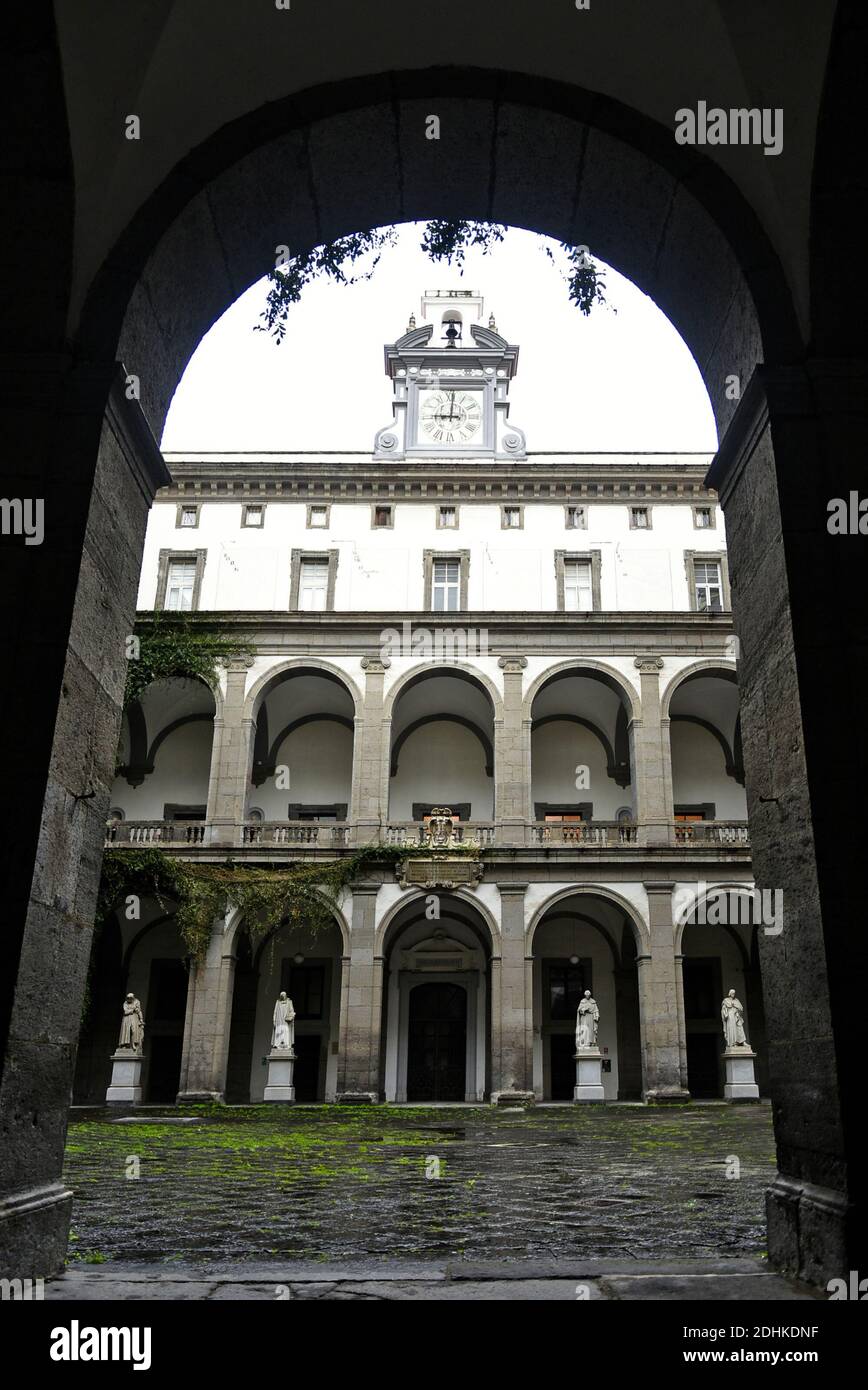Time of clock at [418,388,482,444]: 9:00
